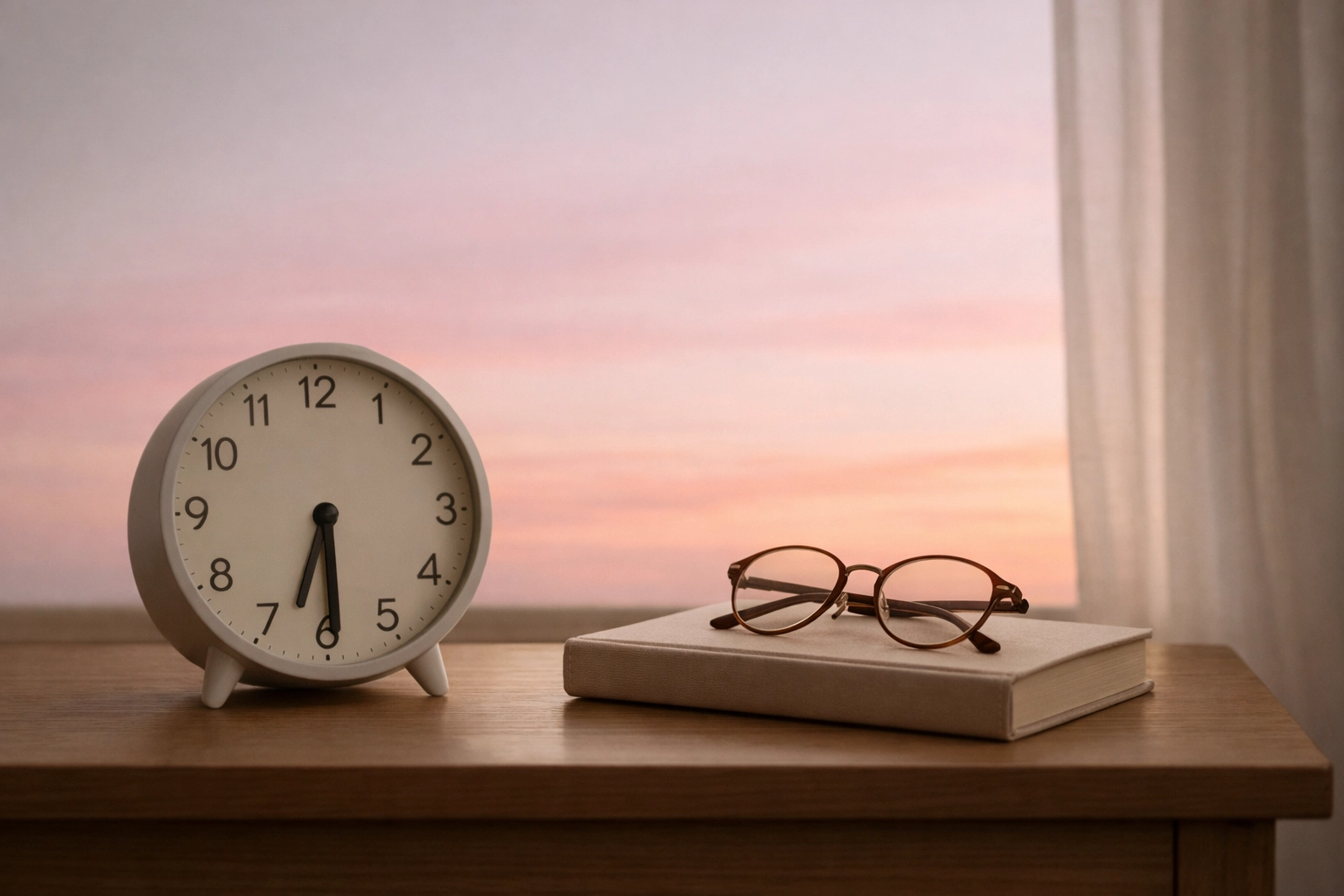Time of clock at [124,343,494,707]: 6:29
